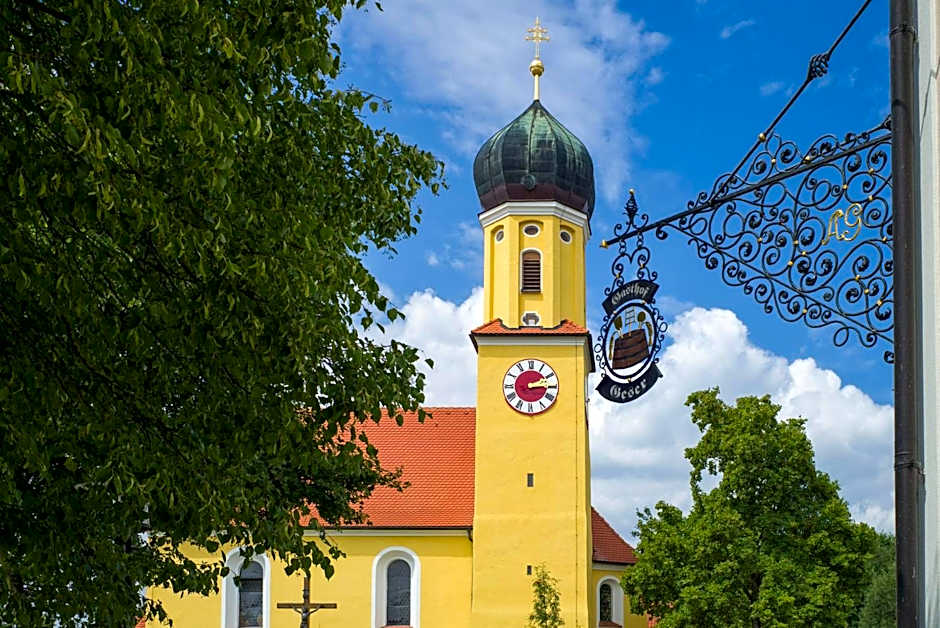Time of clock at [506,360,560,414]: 2:14
